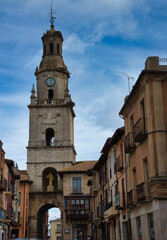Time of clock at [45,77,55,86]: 12:28
